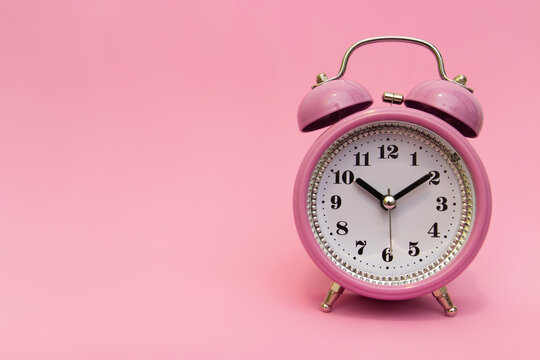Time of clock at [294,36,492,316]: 10:09
